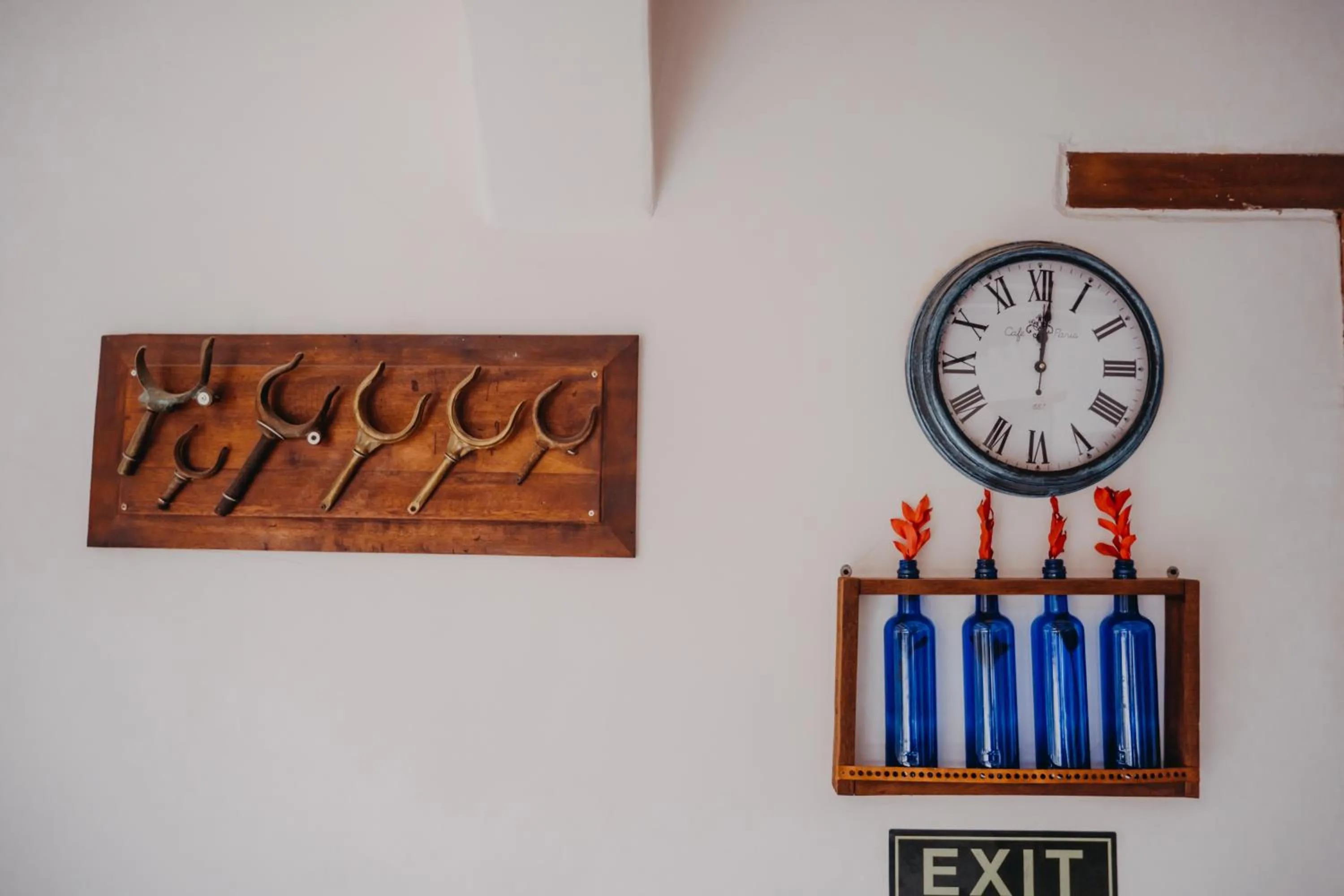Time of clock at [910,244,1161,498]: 12:01
